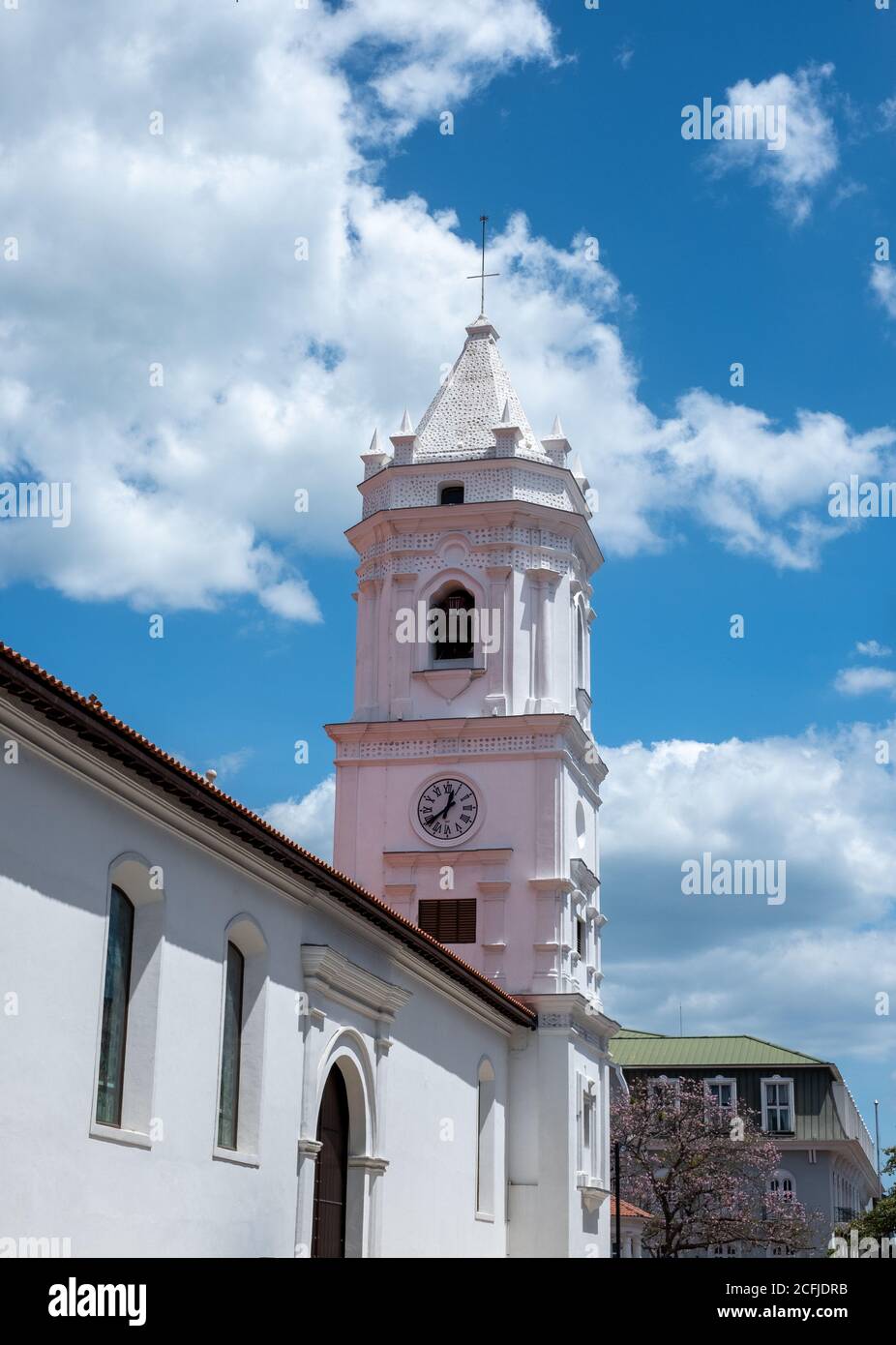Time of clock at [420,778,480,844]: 12:39
